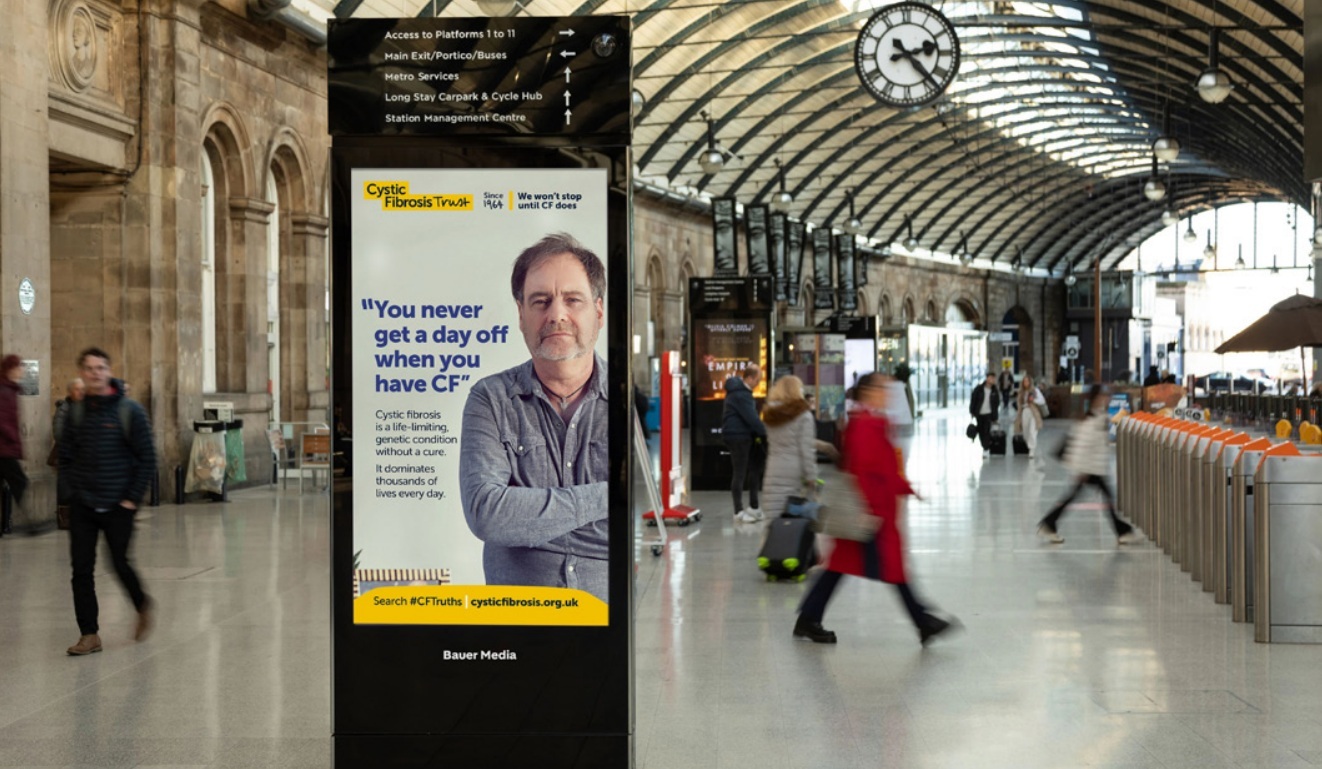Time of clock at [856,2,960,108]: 2:23
